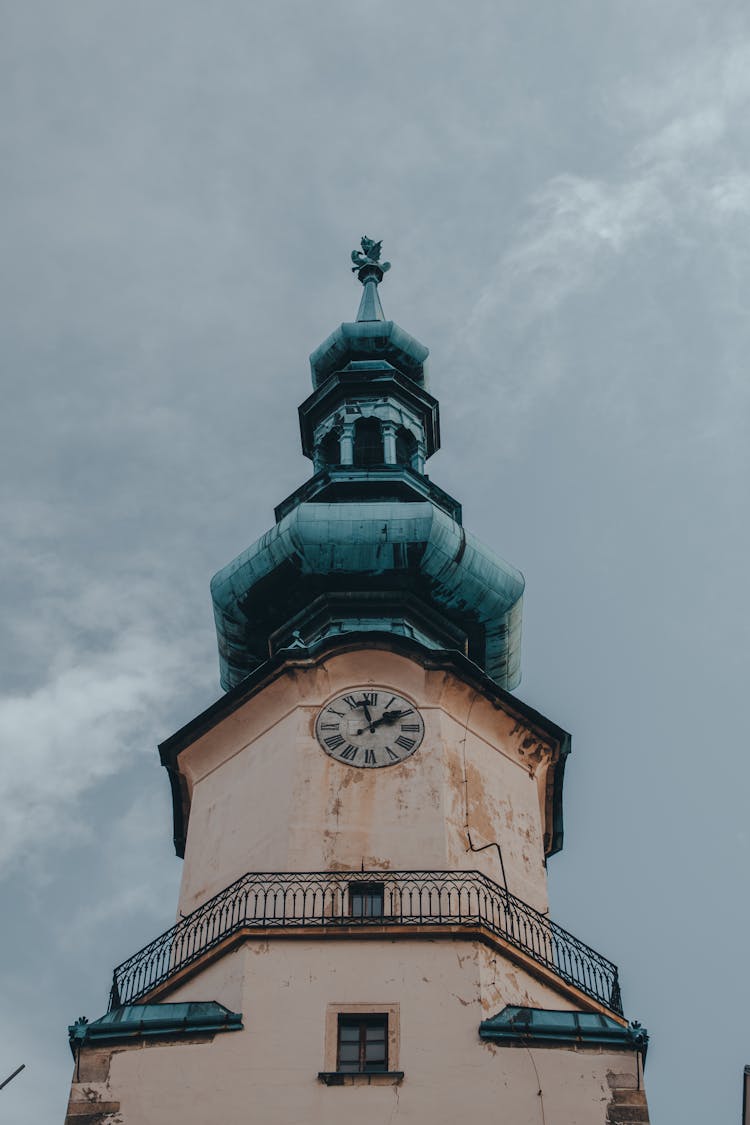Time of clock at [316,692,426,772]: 1:57
